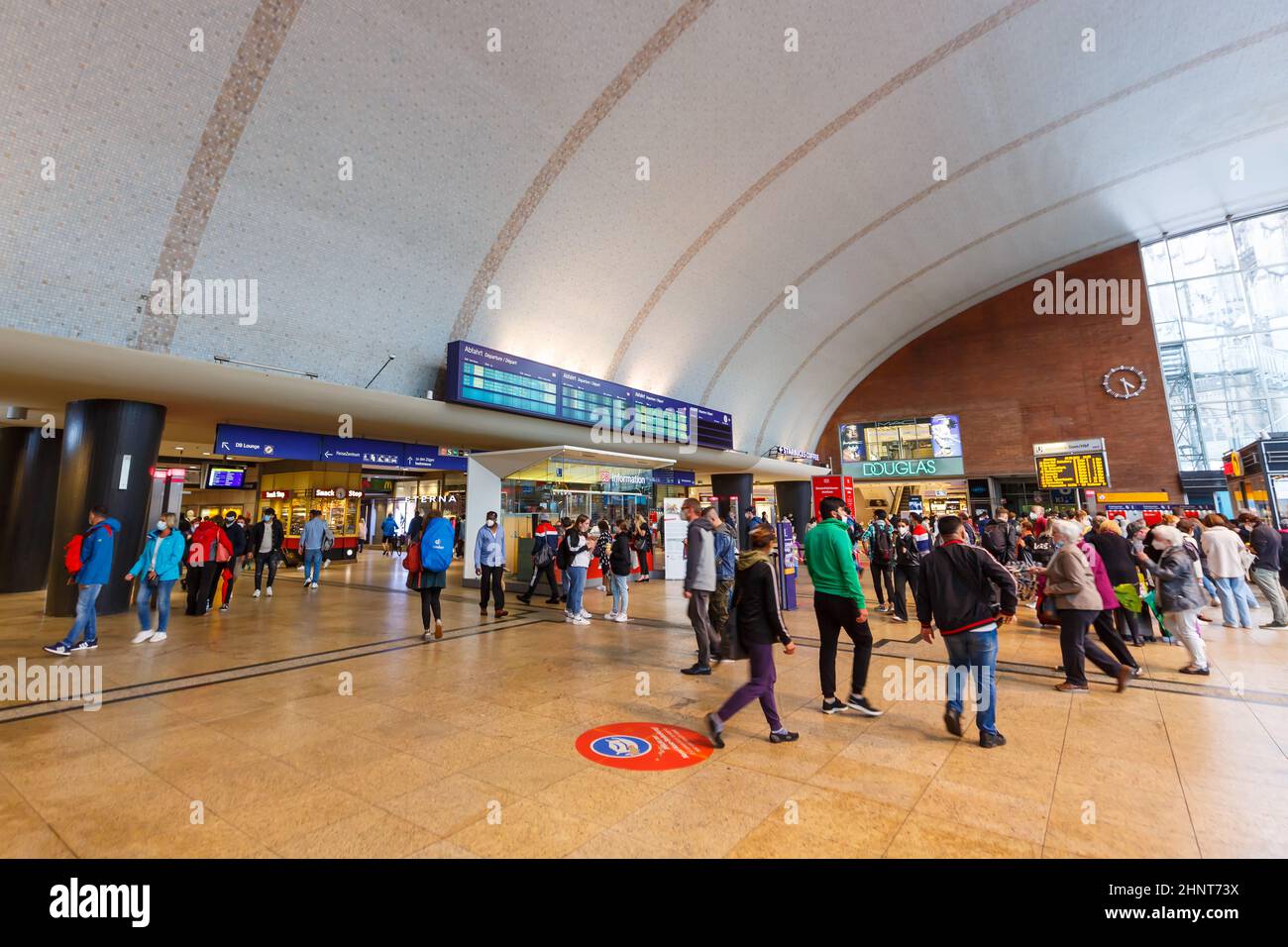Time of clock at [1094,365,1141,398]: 4:28
